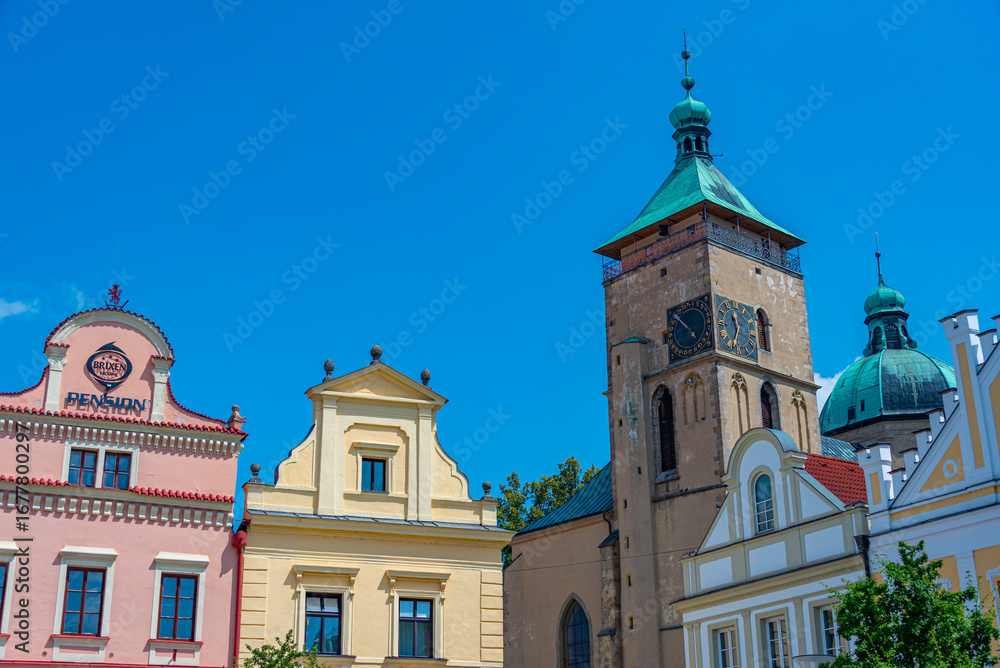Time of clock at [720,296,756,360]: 11:34
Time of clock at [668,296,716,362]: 4:52
